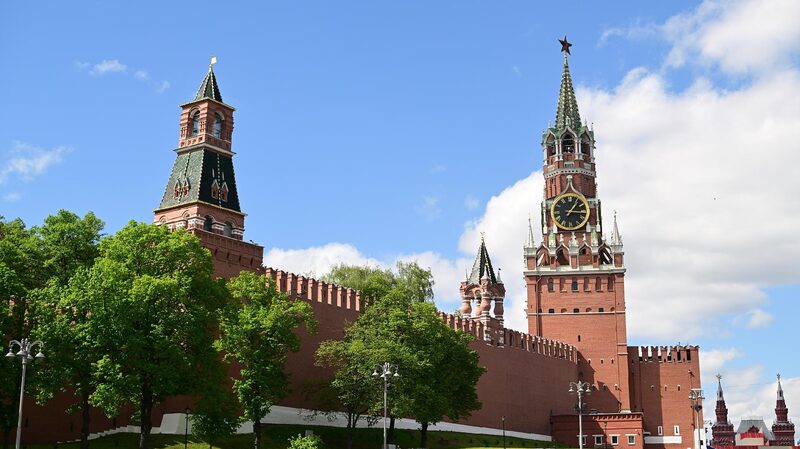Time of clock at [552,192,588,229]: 1:16
